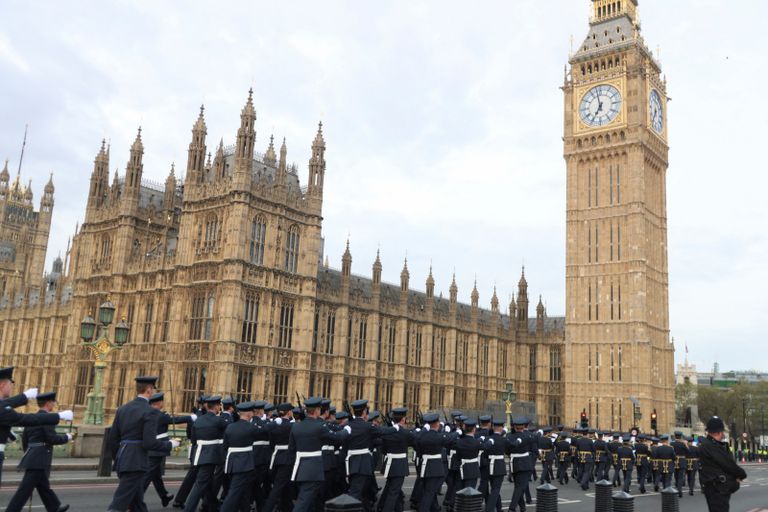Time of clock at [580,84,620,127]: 6:58
